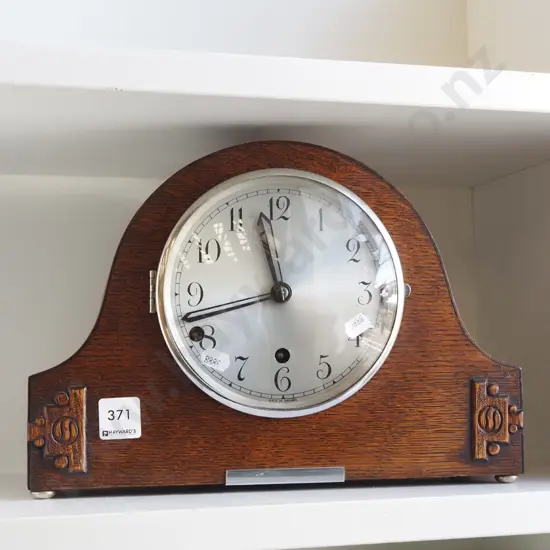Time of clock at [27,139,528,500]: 11:42
